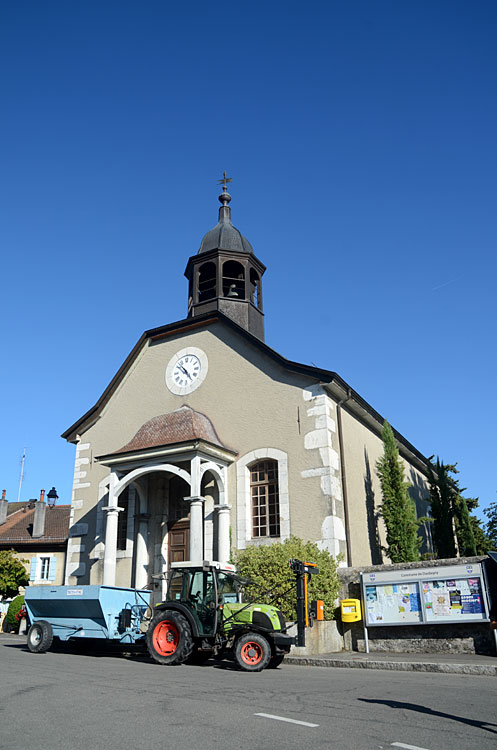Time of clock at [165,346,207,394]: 4:52
